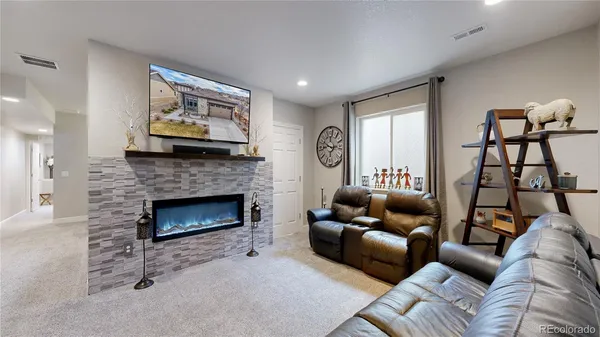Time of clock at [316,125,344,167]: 2:48
